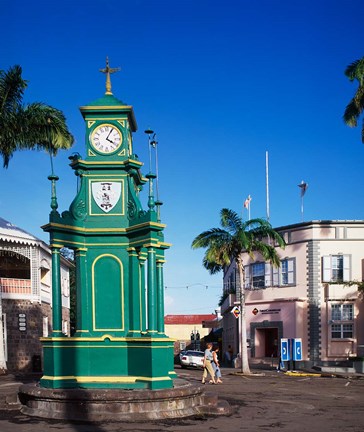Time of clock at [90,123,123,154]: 4:04
